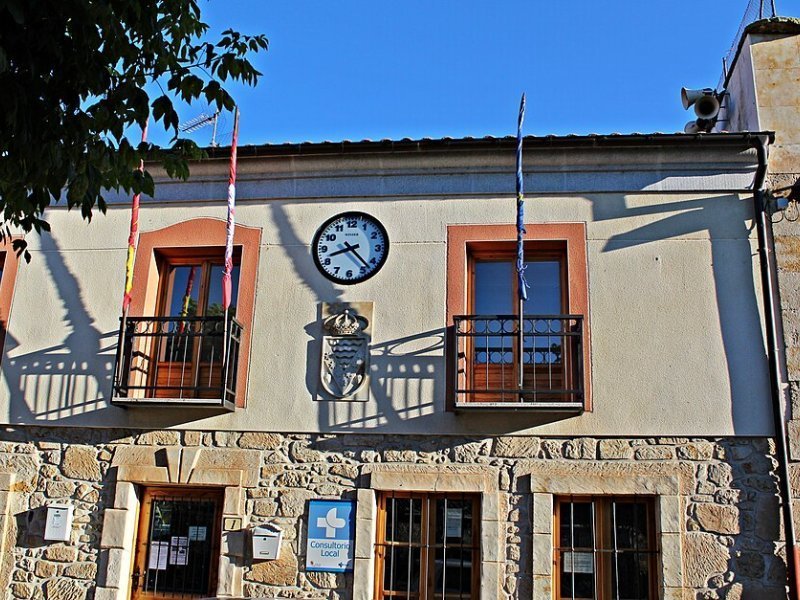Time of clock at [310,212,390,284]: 8:22
